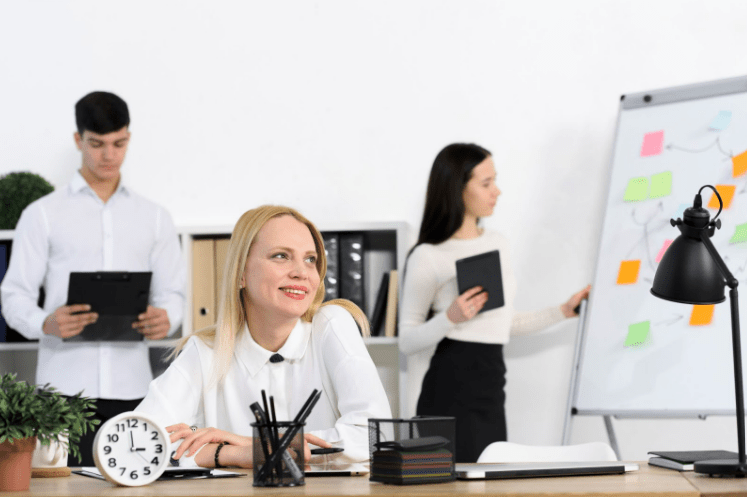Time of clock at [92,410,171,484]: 2:59
